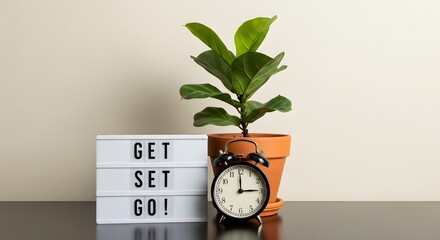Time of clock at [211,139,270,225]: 2:59
